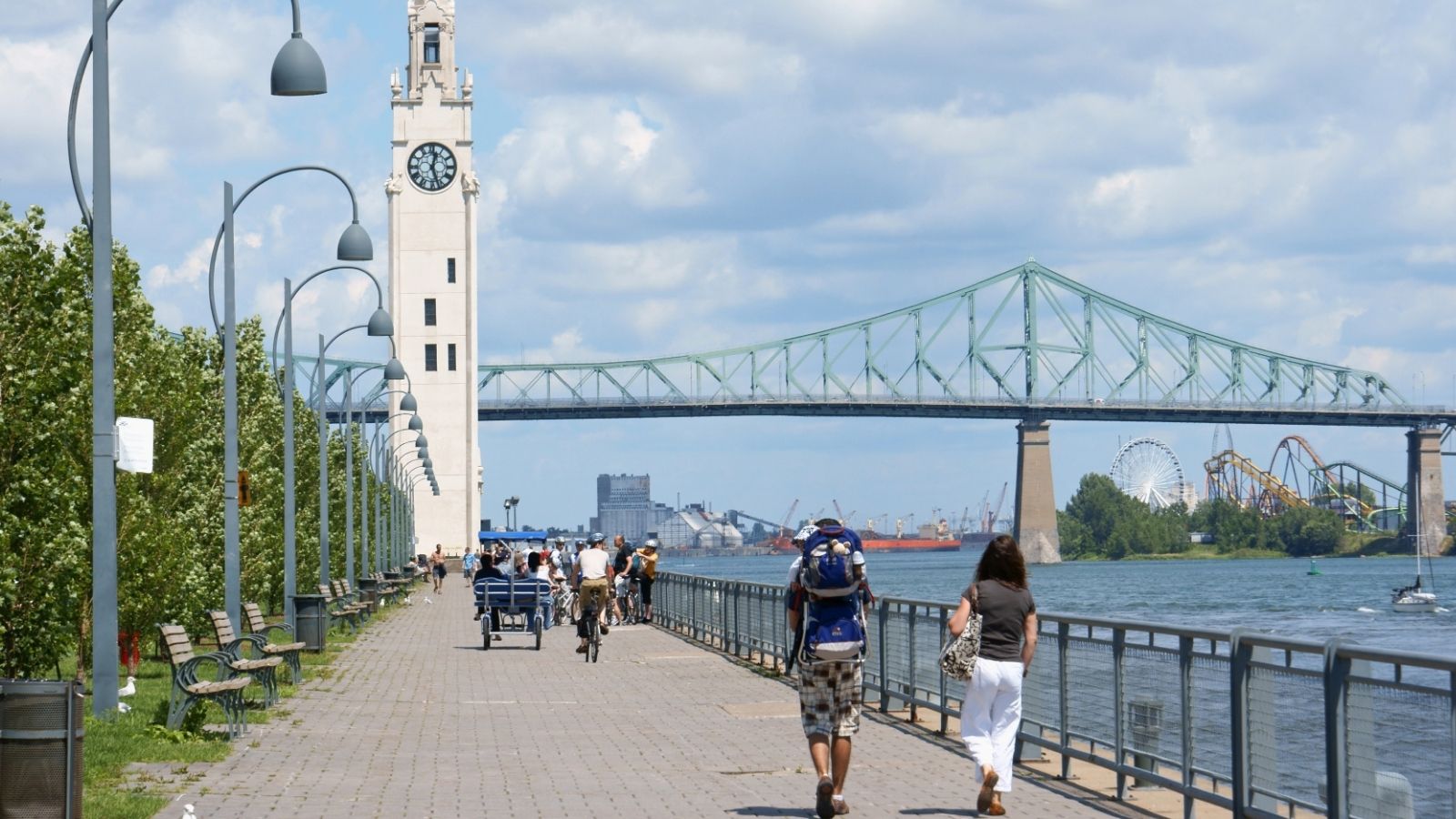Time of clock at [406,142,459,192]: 12:26
